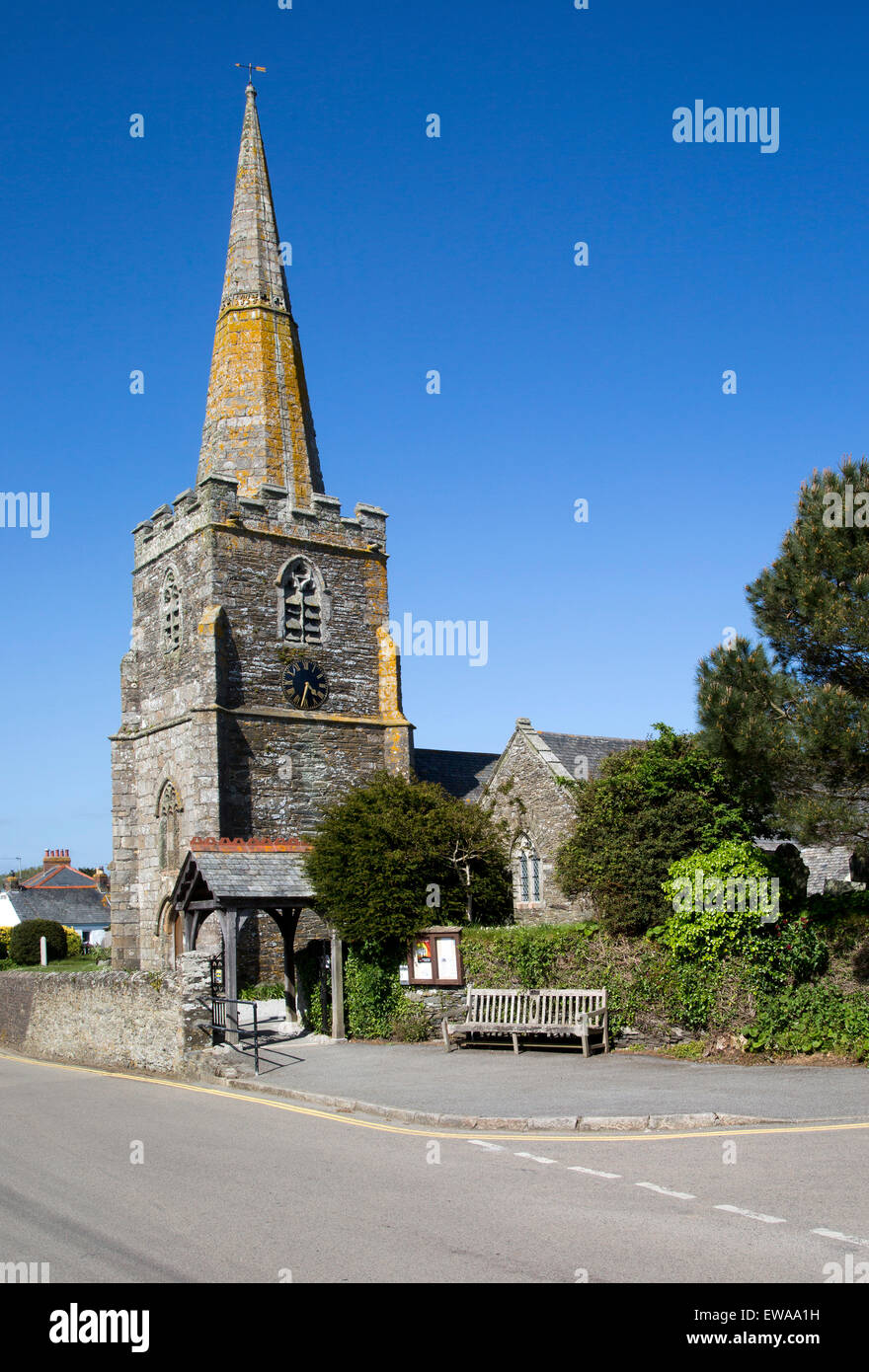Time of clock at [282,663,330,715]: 4:33
